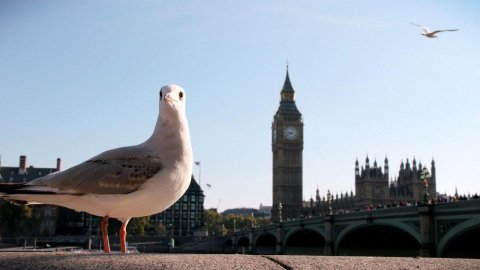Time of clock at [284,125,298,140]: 9:40
